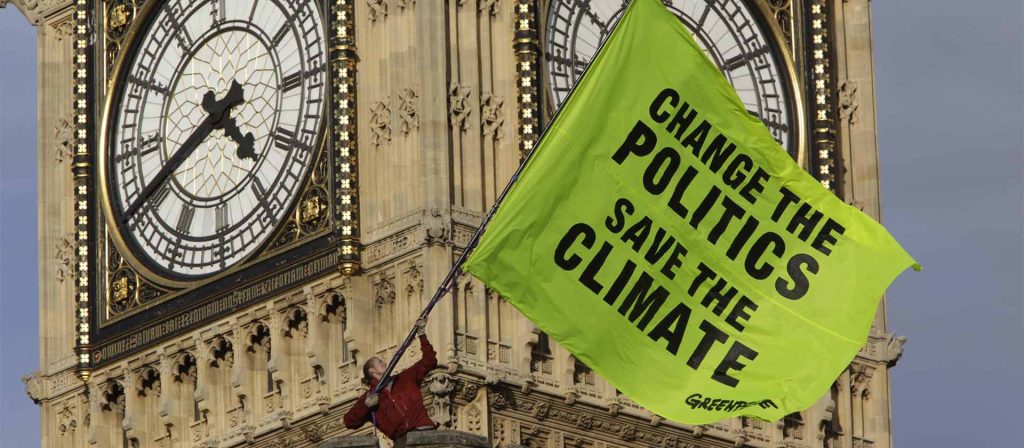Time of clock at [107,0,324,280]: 4:40
